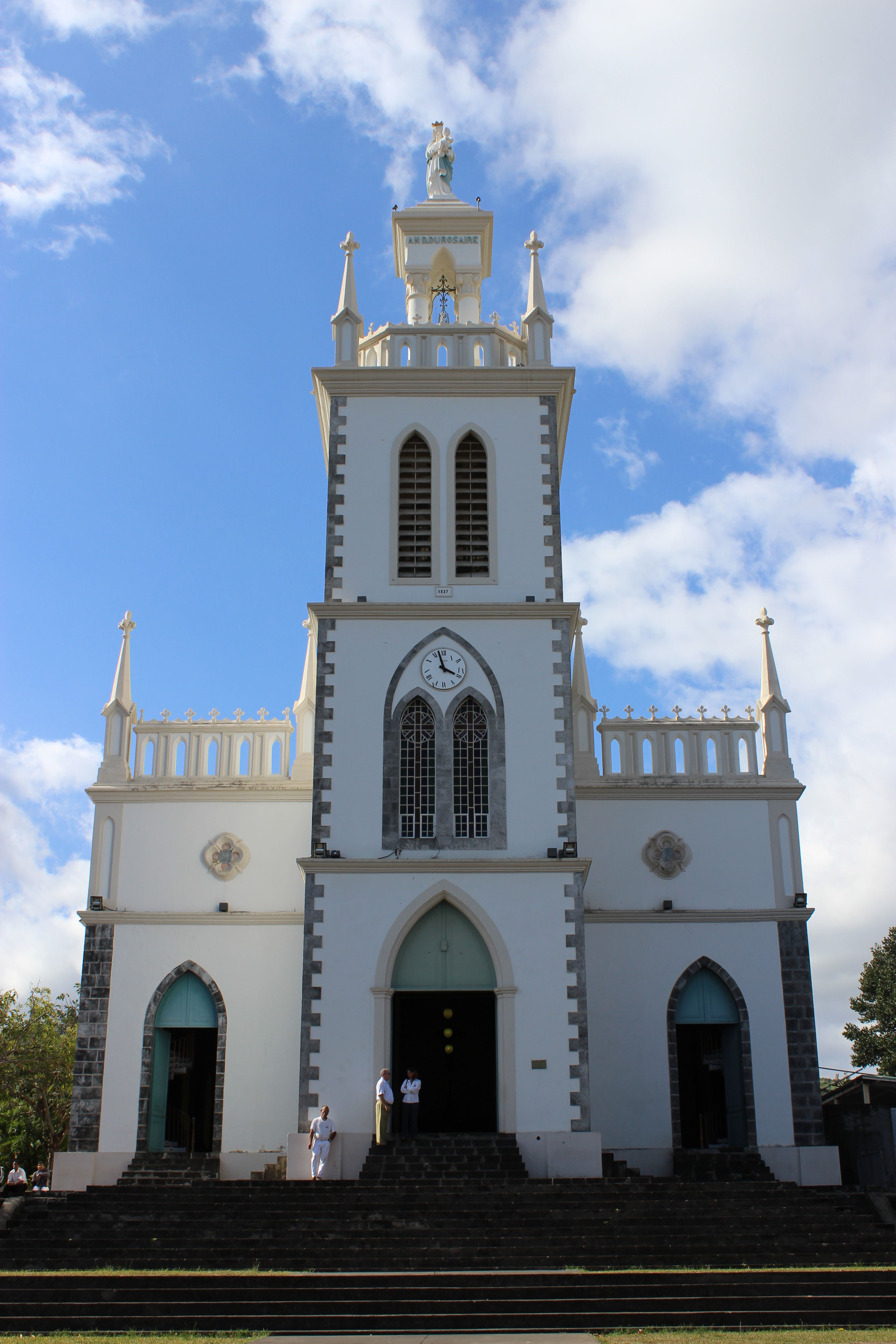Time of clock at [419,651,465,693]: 3:57
